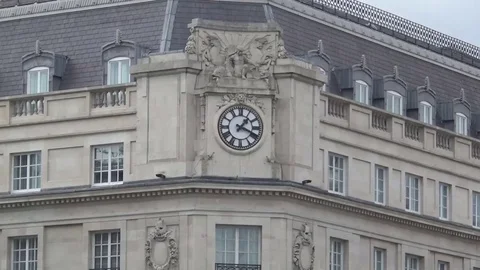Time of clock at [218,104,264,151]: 1:18
